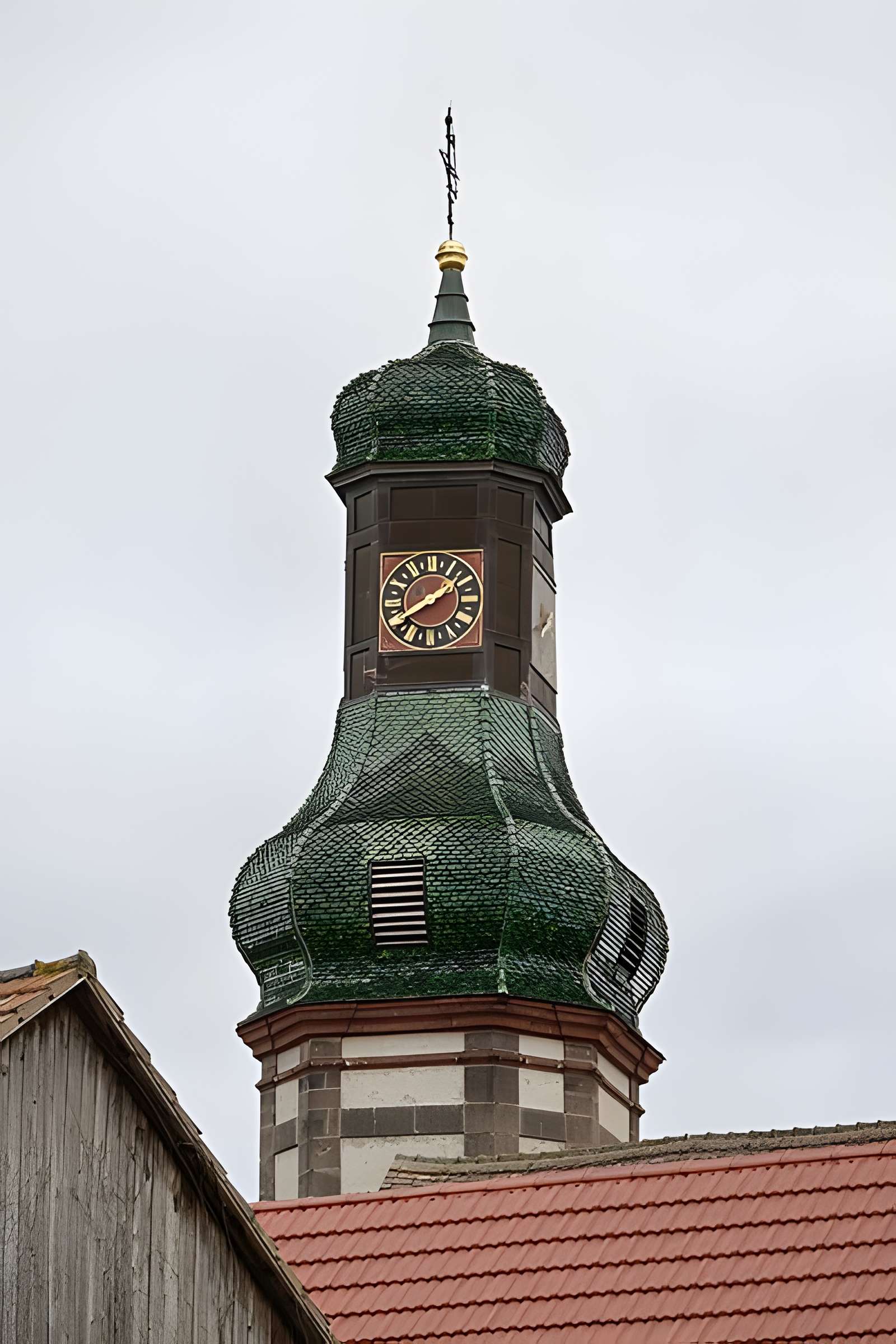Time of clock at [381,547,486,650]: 1:39
